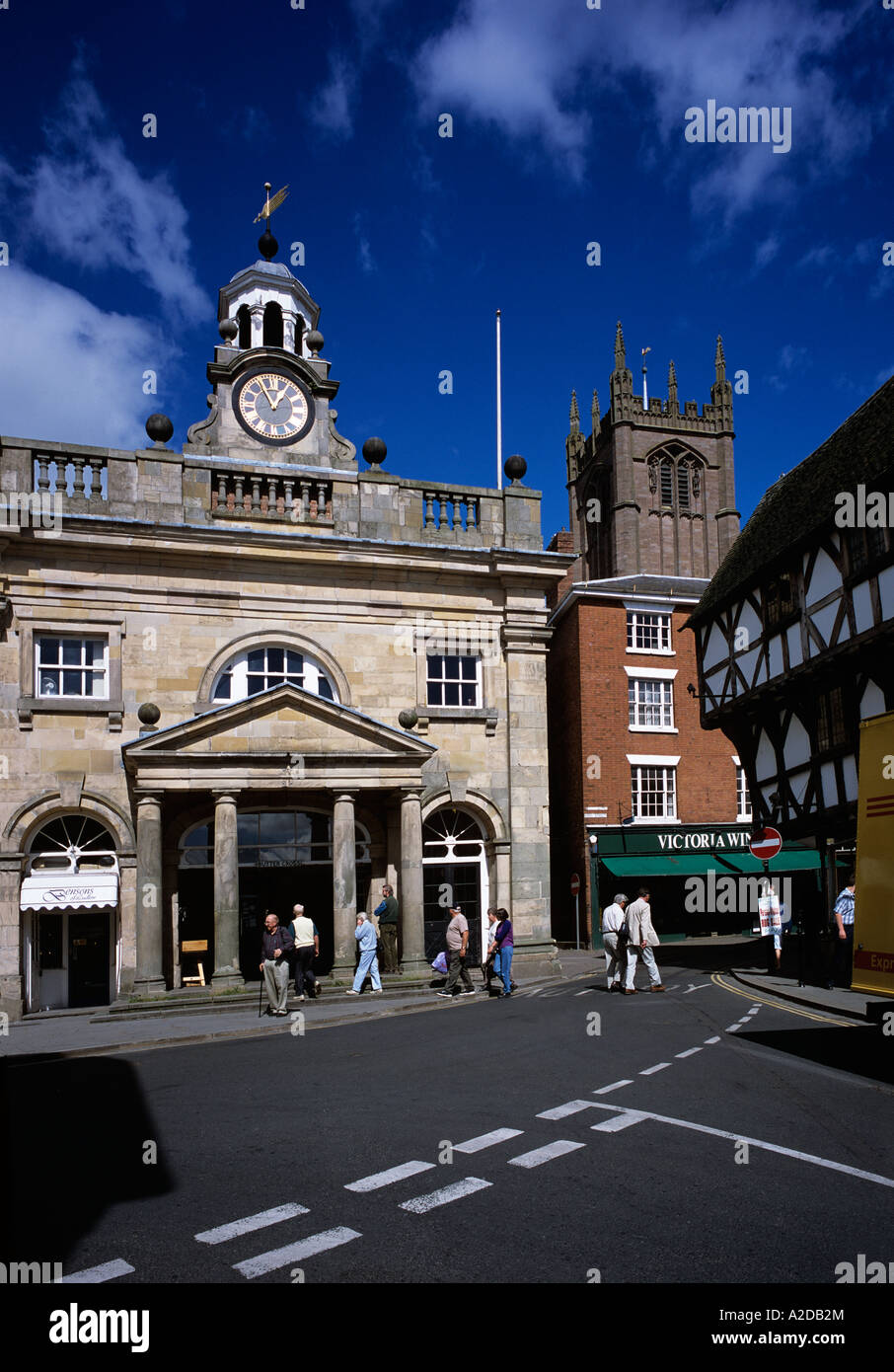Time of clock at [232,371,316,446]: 12:55
